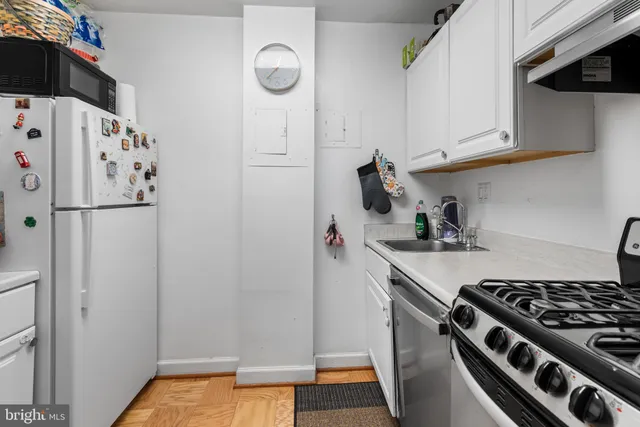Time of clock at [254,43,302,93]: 12:37
